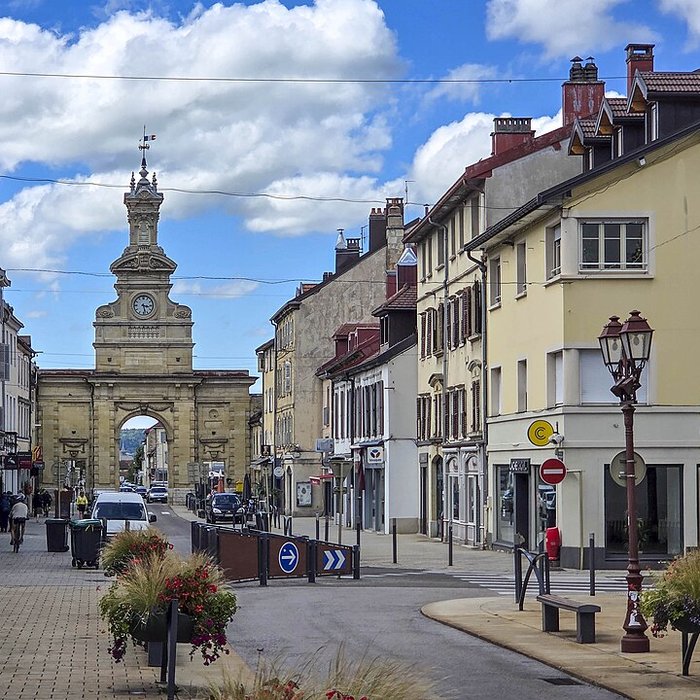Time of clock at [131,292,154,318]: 3:28
